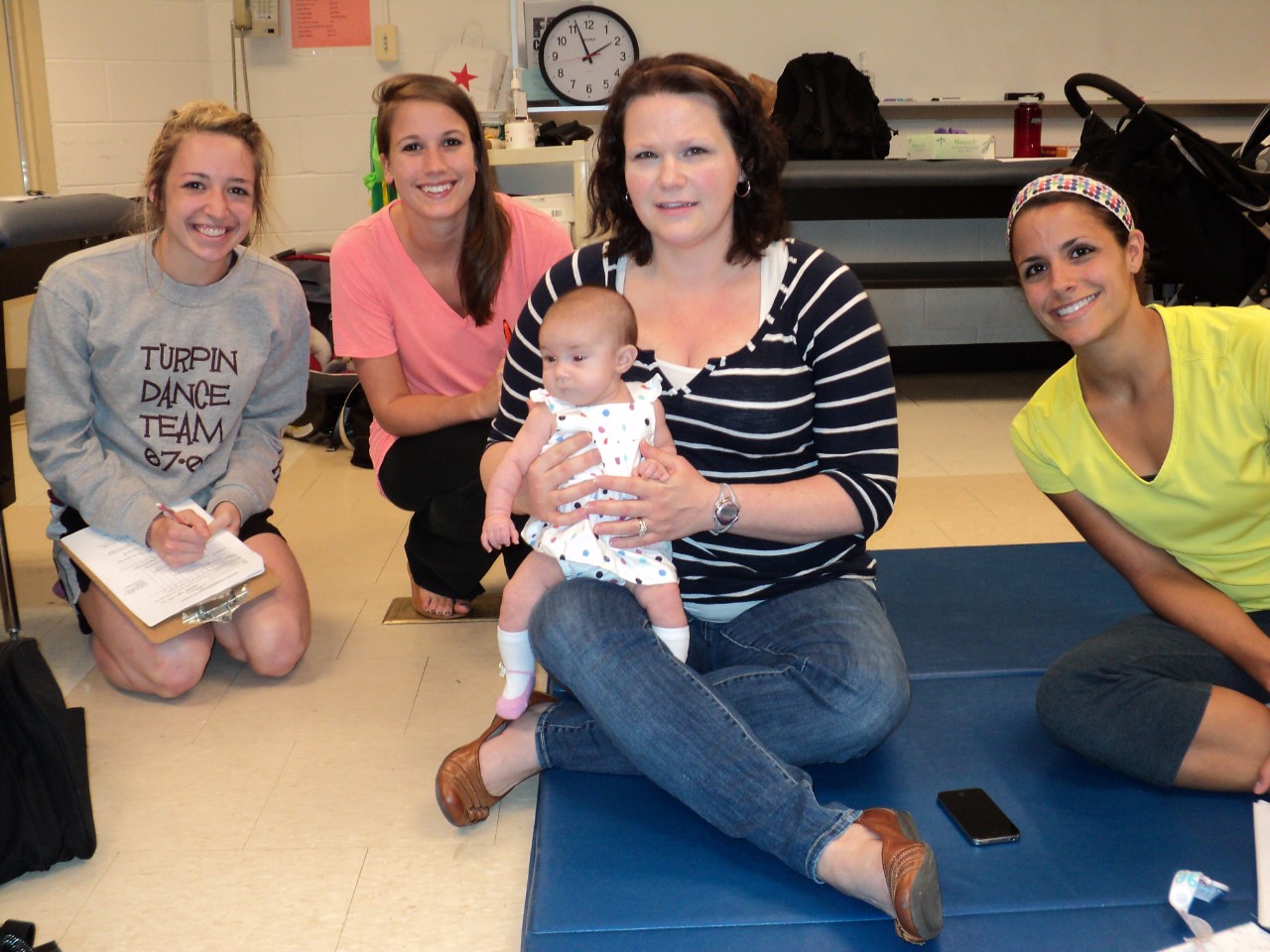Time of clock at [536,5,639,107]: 1:56
